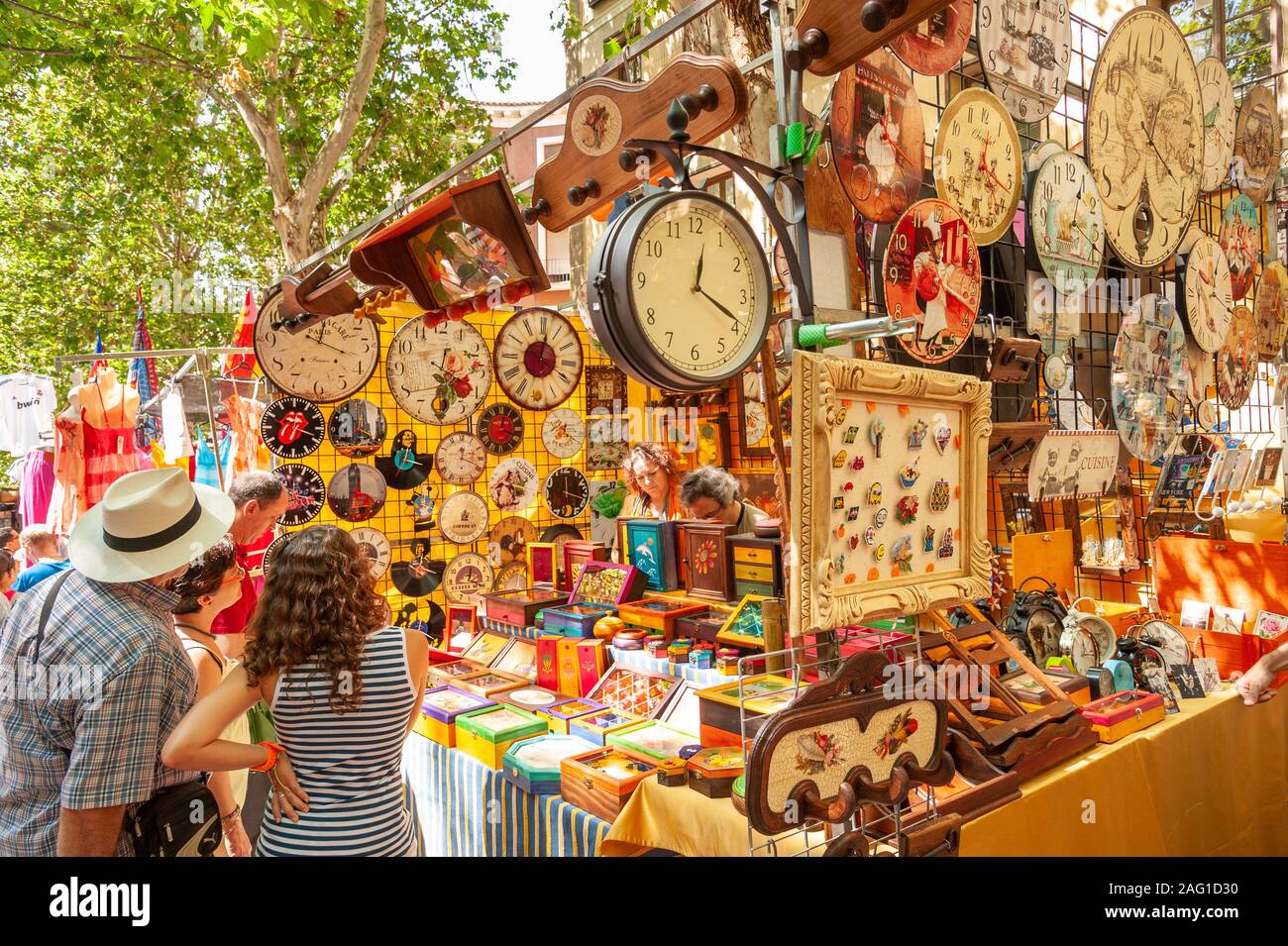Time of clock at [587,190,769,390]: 12:19
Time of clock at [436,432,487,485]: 12:18
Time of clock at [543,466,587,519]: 12:18
